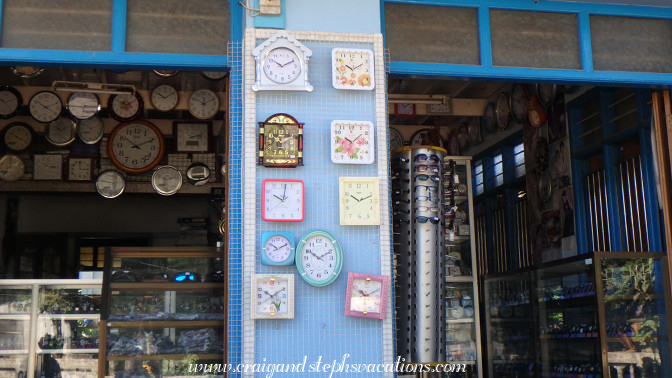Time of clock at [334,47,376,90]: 10:10
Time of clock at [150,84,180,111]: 10:09
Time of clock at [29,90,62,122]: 10:11
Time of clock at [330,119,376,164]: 10:08
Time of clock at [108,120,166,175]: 10:10
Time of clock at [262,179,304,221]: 10:02
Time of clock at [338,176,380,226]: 10:11
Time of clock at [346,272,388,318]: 10:10
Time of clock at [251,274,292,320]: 10:09
